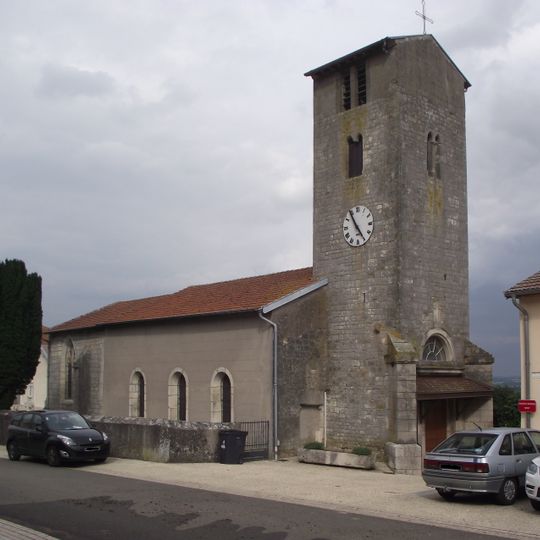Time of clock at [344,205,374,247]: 4:54
